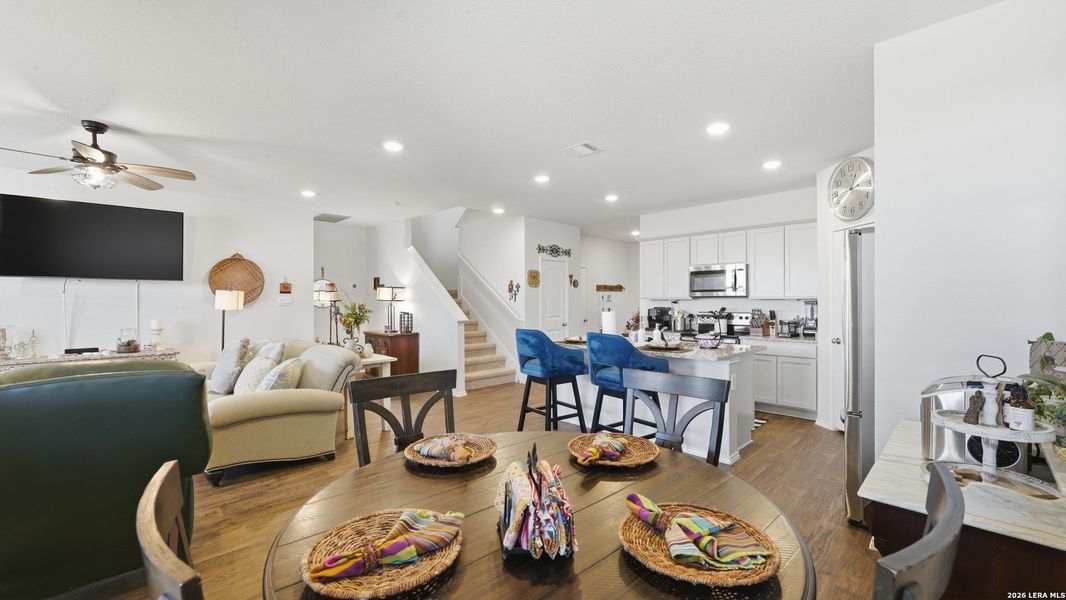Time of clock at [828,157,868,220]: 12:43
